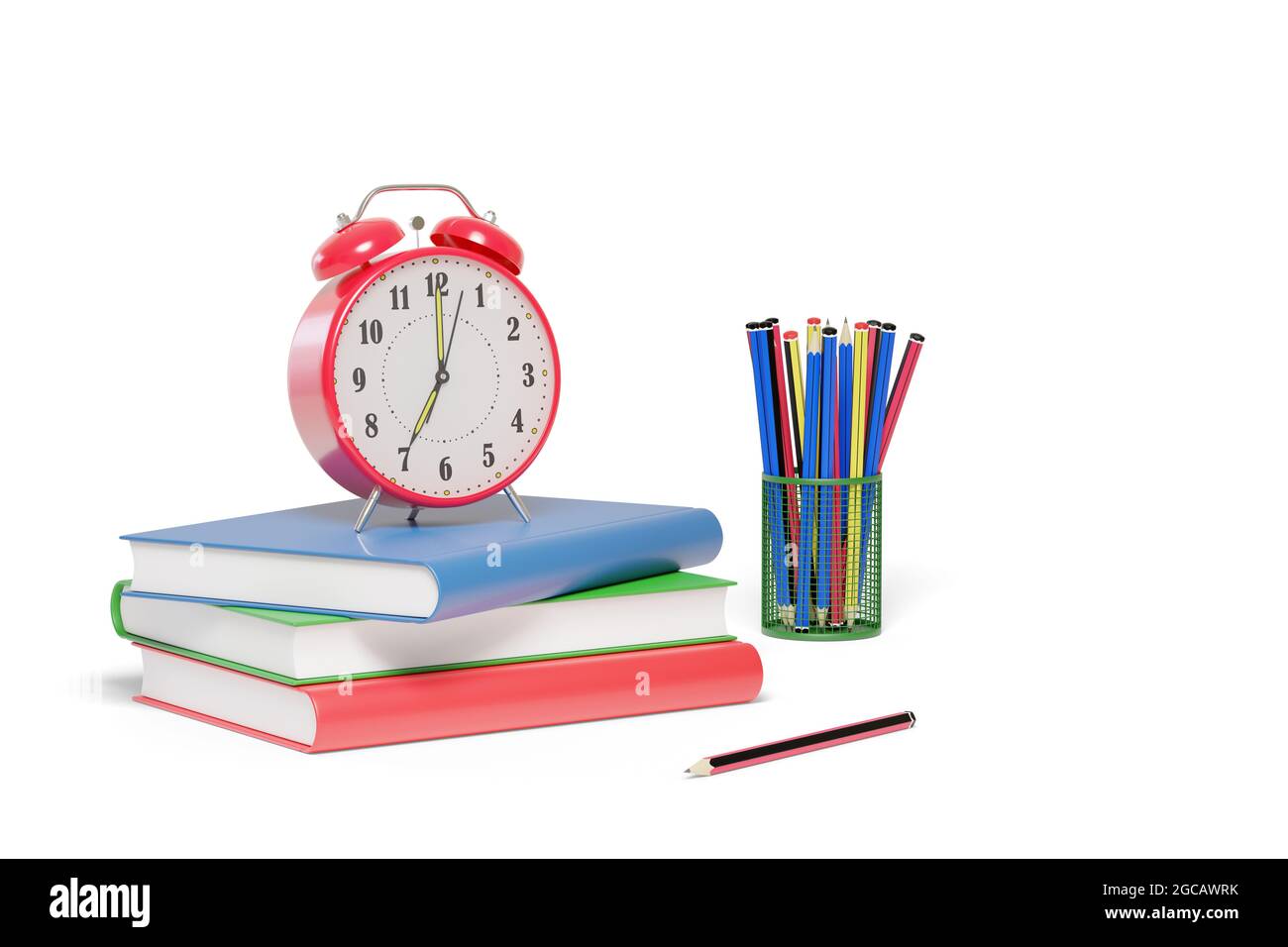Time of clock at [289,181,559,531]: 12:34
